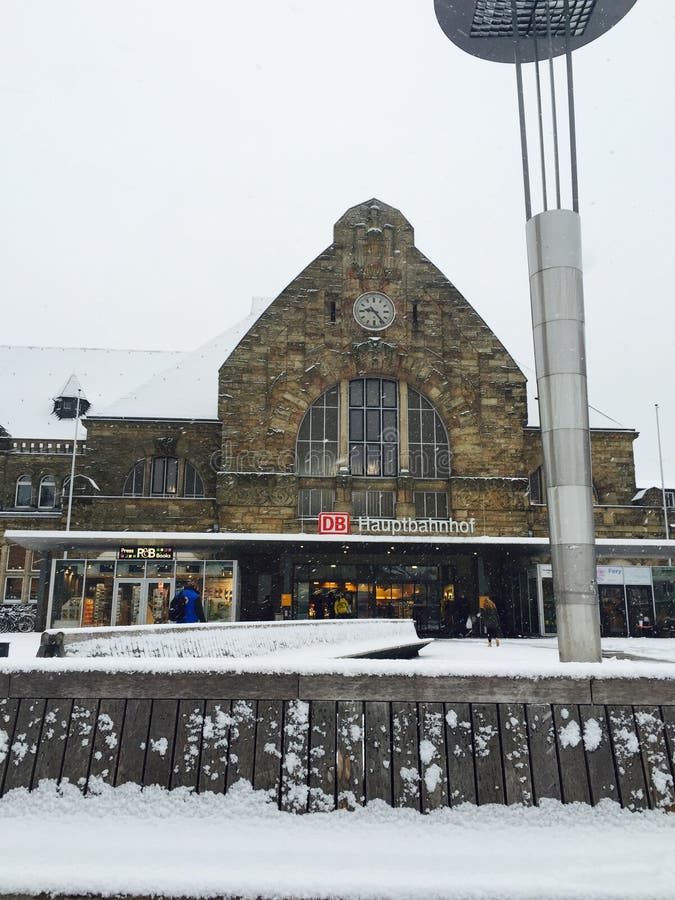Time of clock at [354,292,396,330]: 9:23
